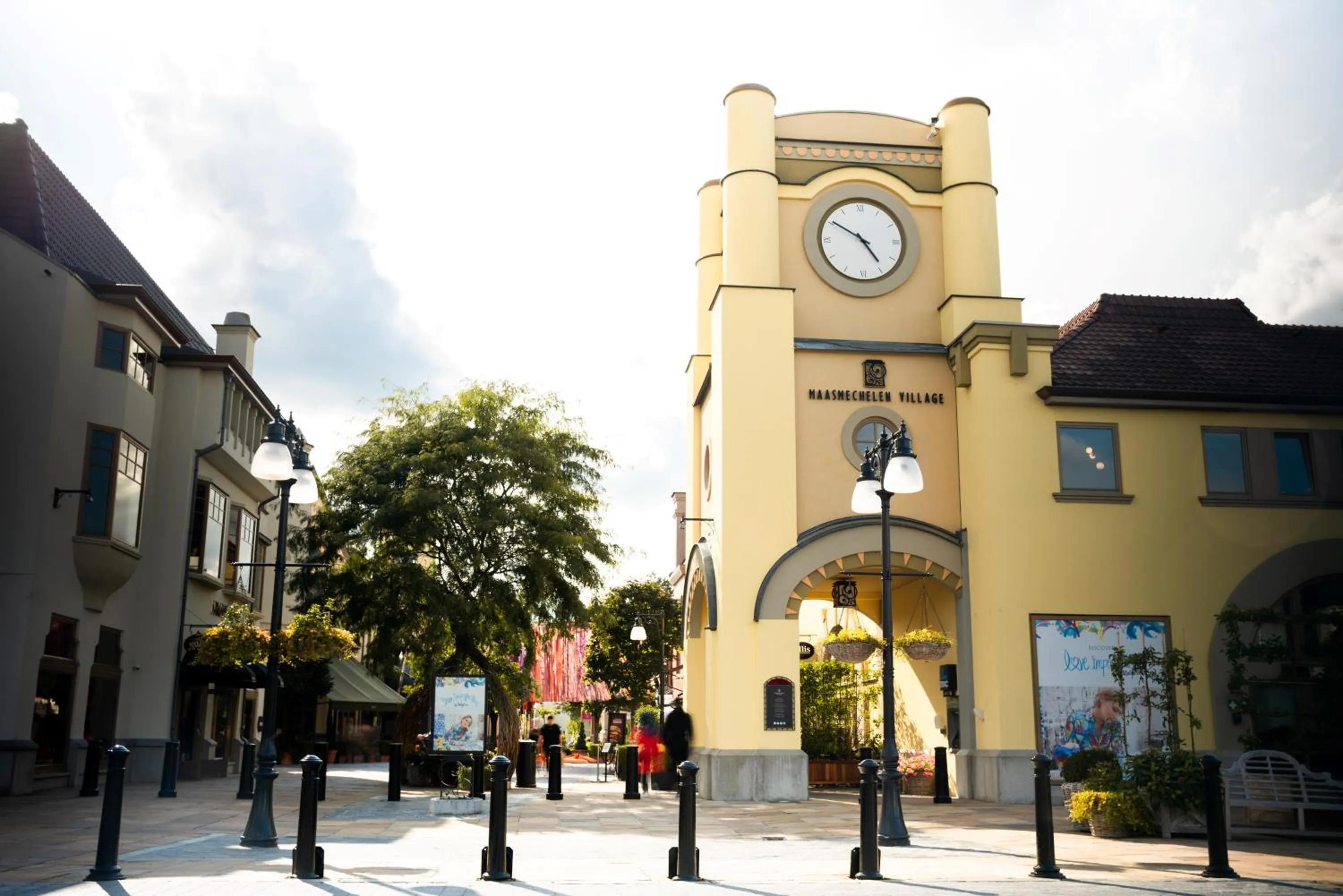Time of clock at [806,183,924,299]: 4:50
